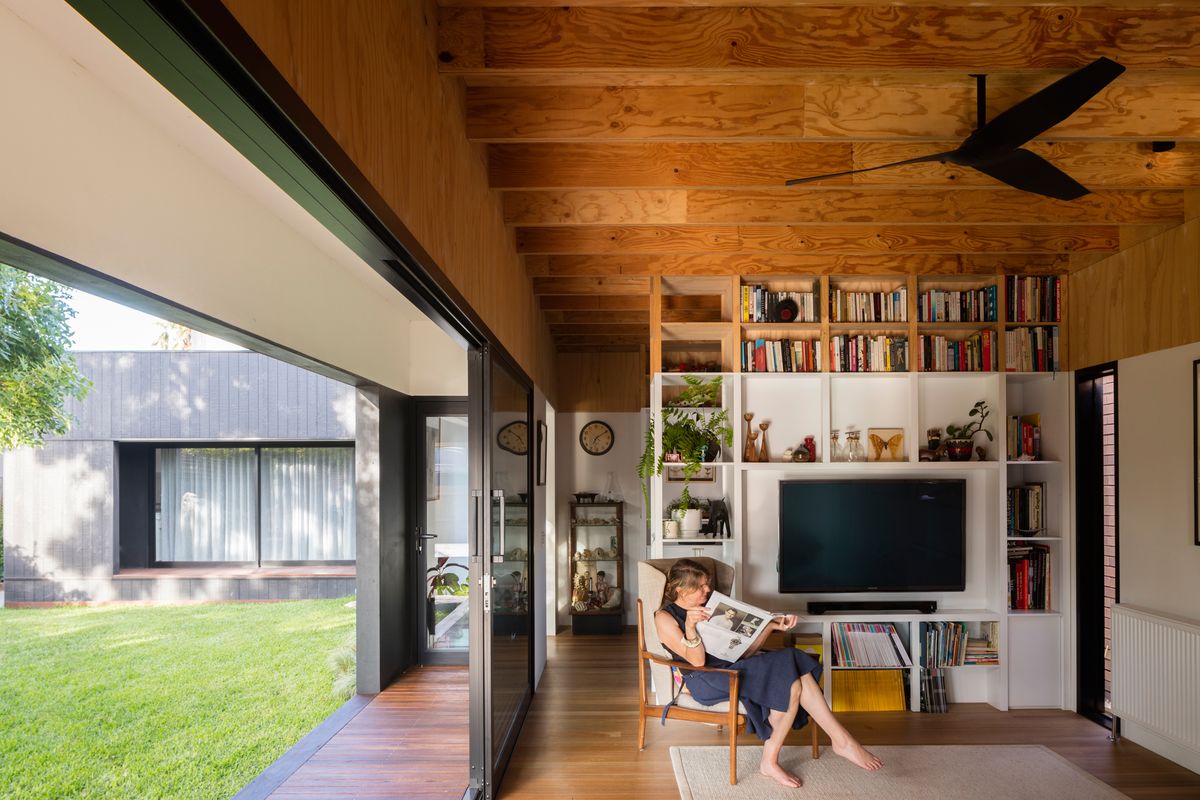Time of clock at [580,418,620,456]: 7:09
